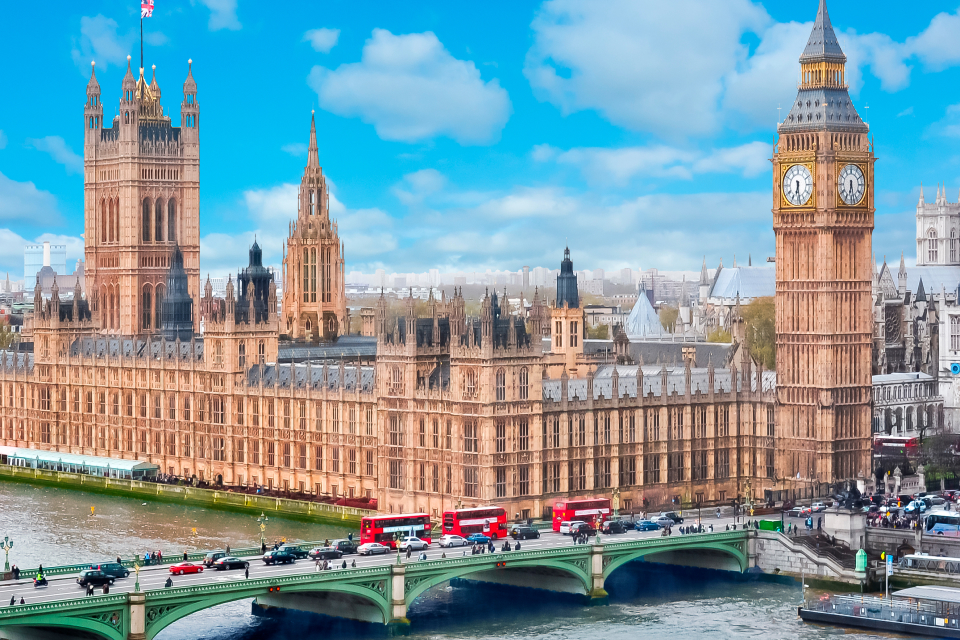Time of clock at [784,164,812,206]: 6:28
